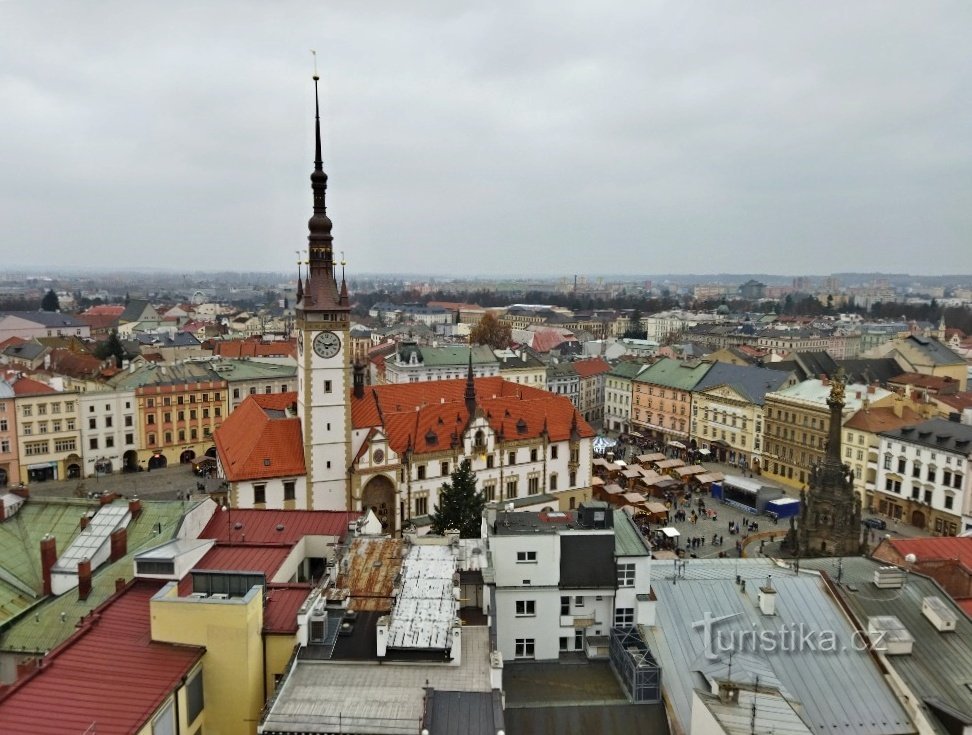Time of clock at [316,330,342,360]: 2:48
